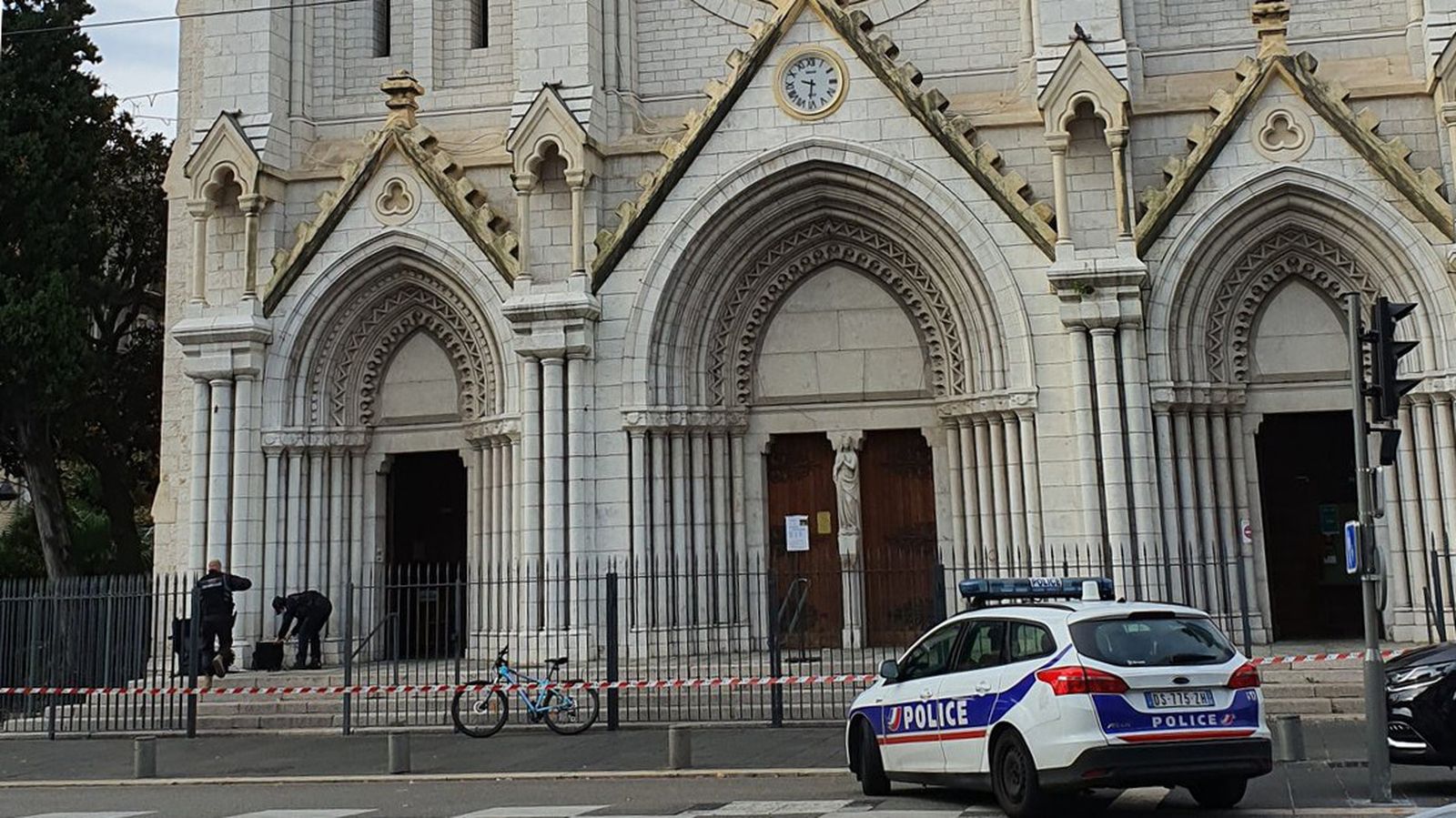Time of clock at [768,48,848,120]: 9:31
